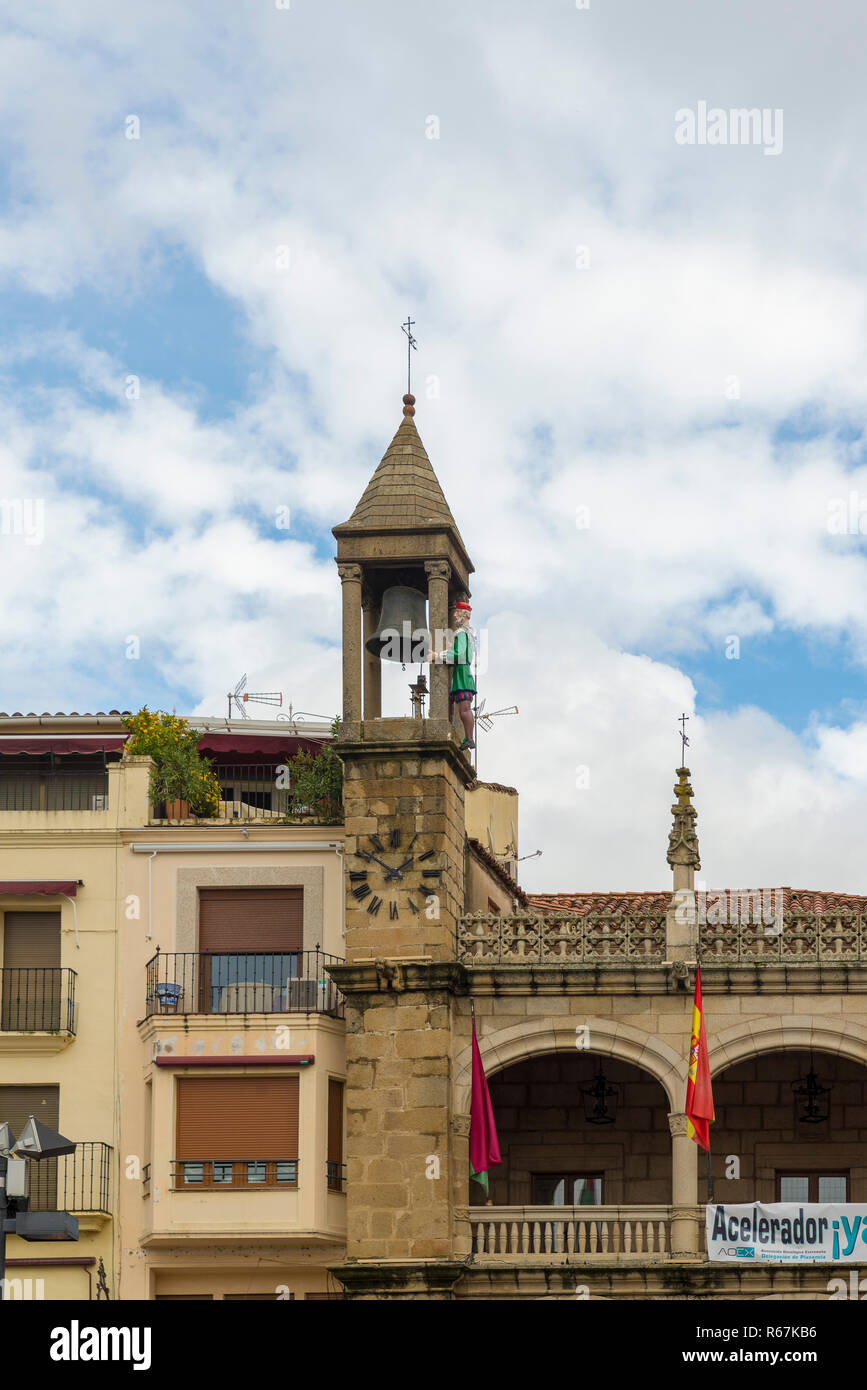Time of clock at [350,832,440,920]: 1:51
